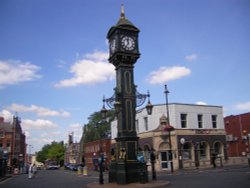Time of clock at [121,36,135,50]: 11:35
